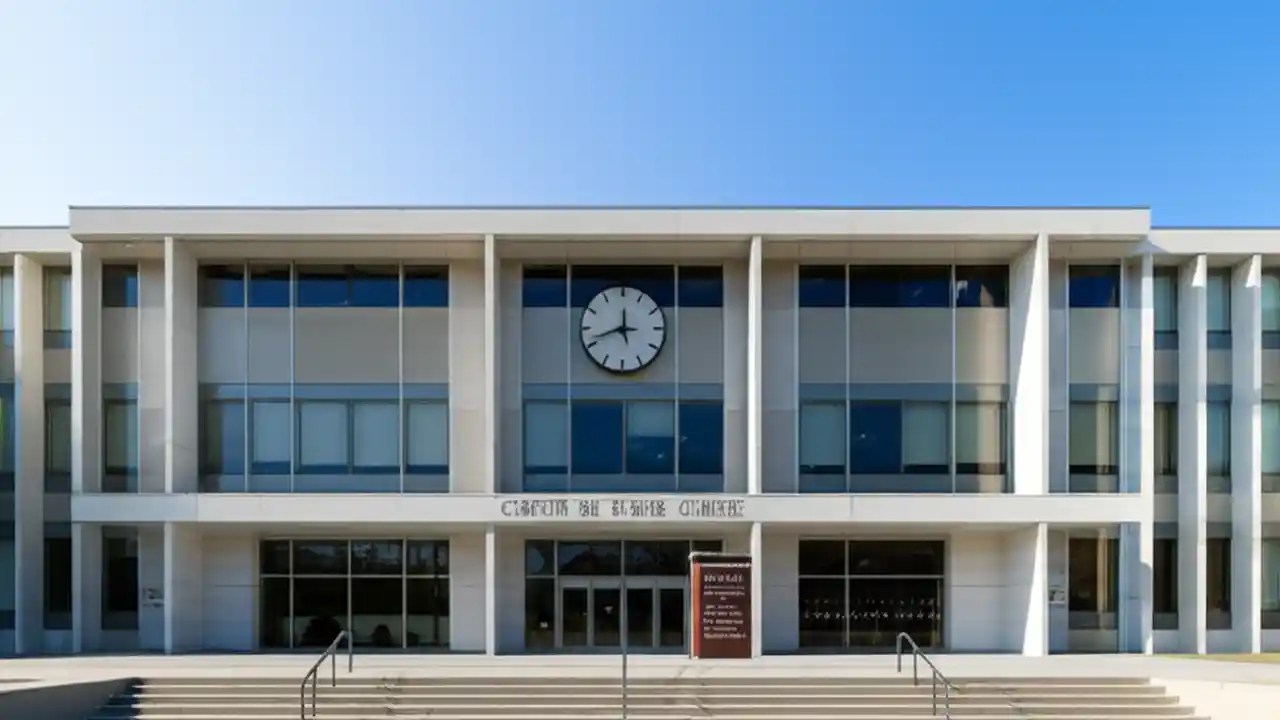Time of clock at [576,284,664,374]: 11:41
